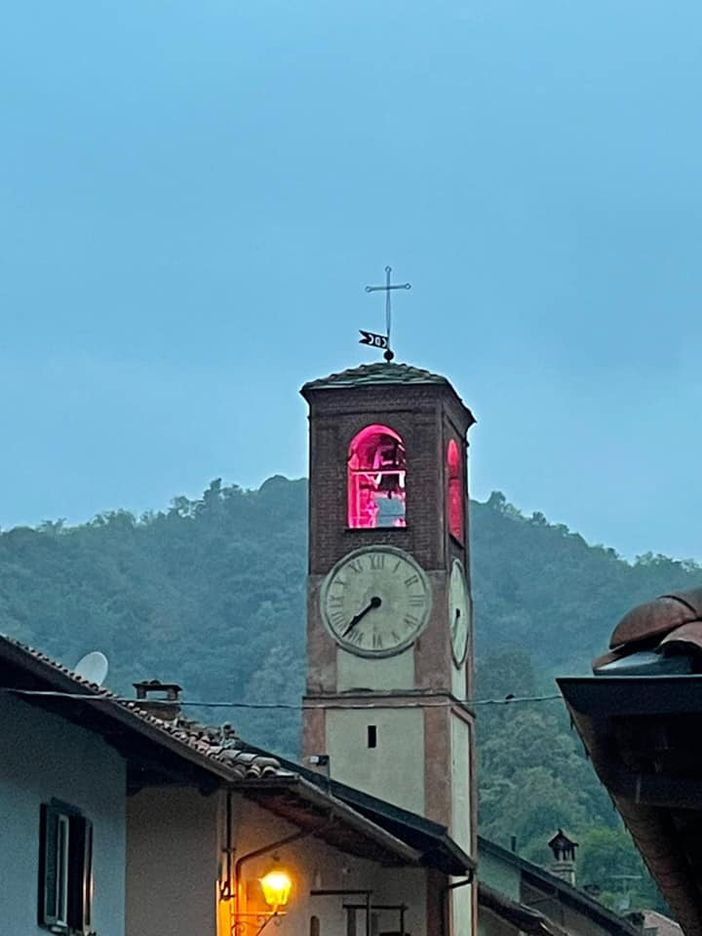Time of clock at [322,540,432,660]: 7:37
